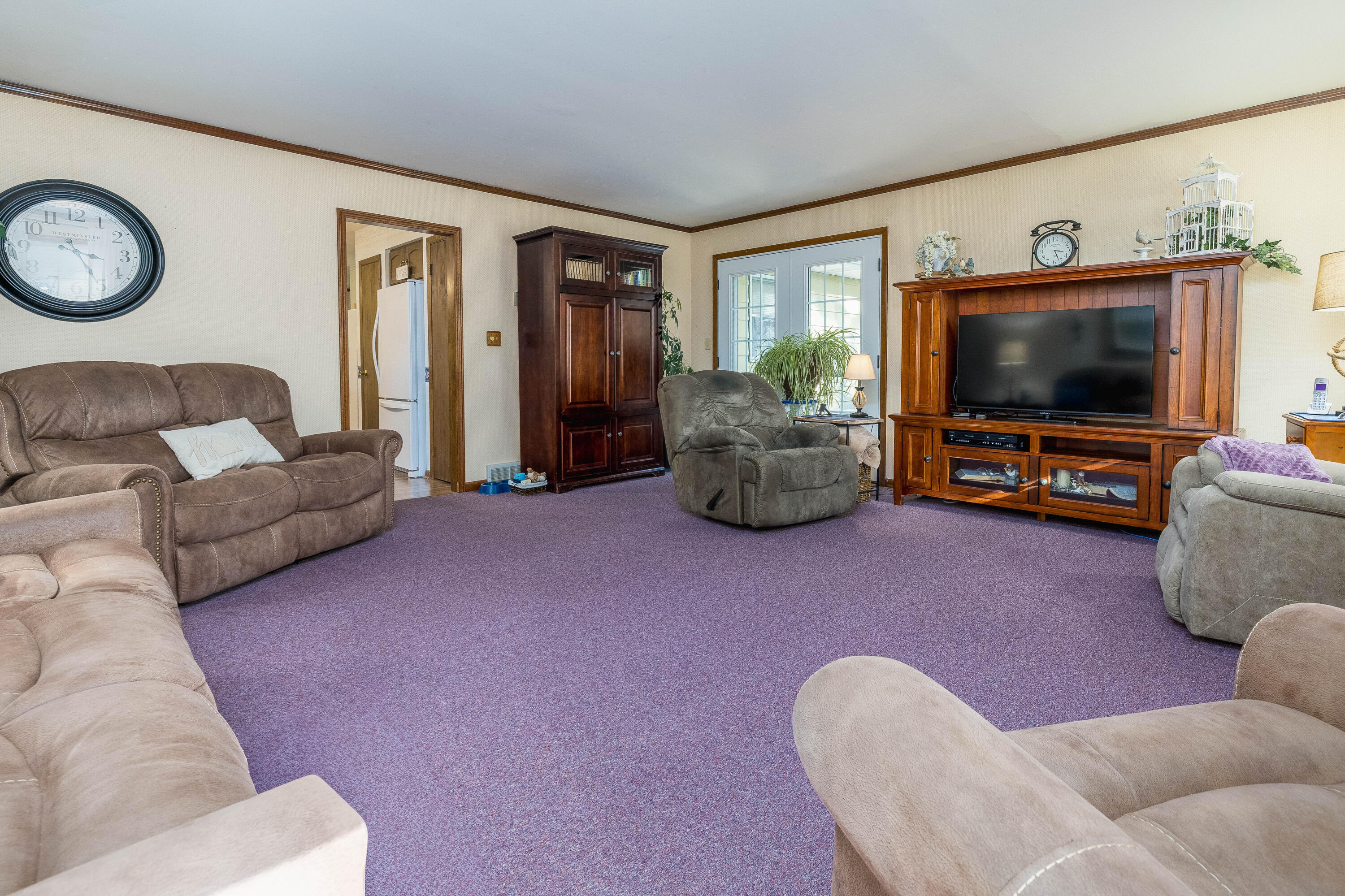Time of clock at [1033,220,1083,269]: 3:26
